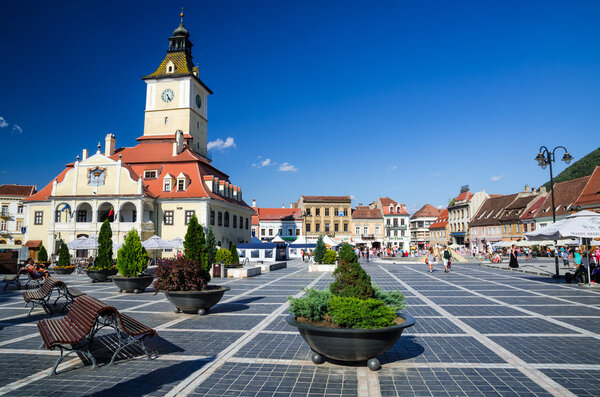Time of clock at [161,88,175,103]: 5:24
